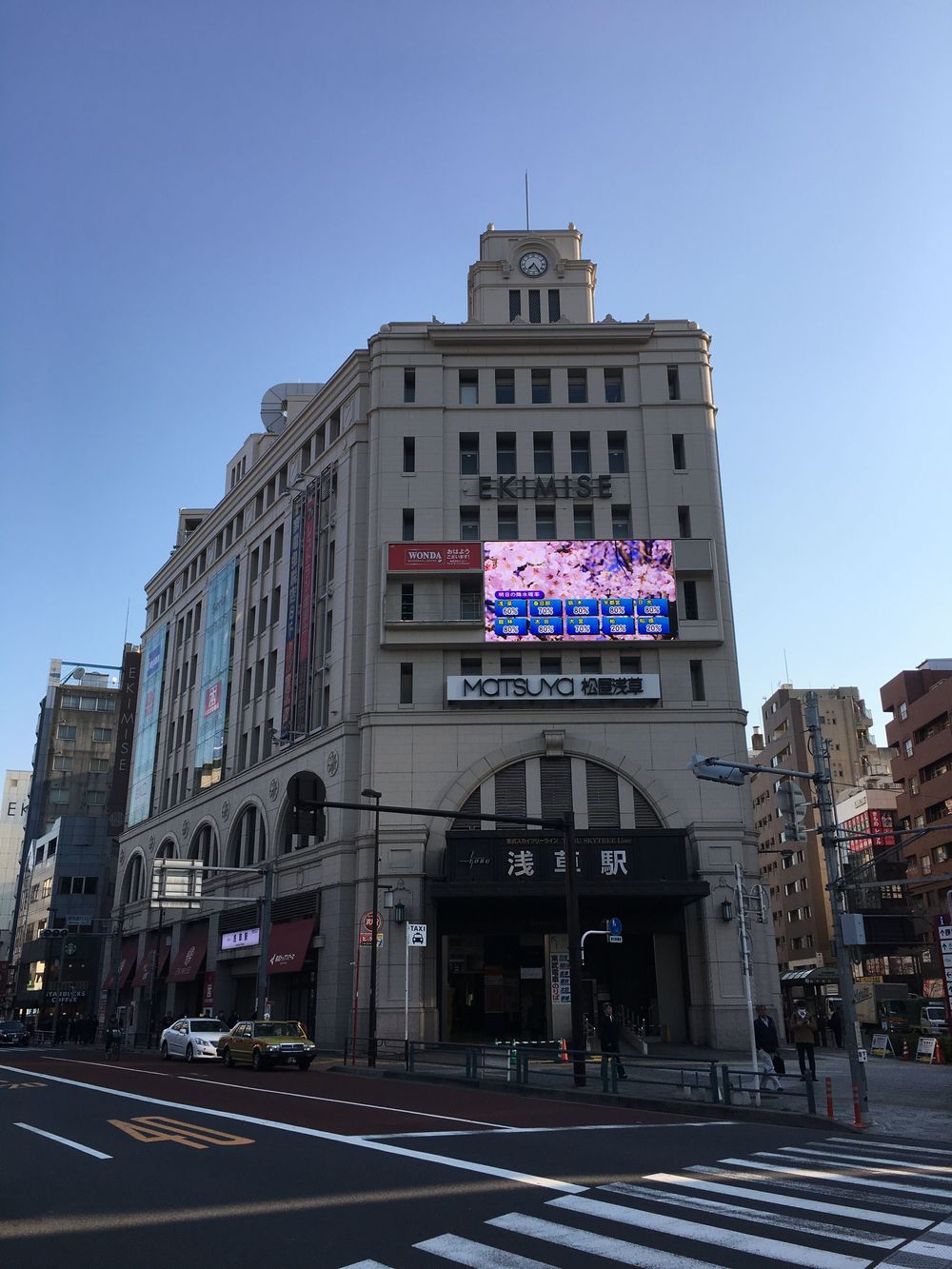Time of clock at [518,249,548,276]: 7:24
